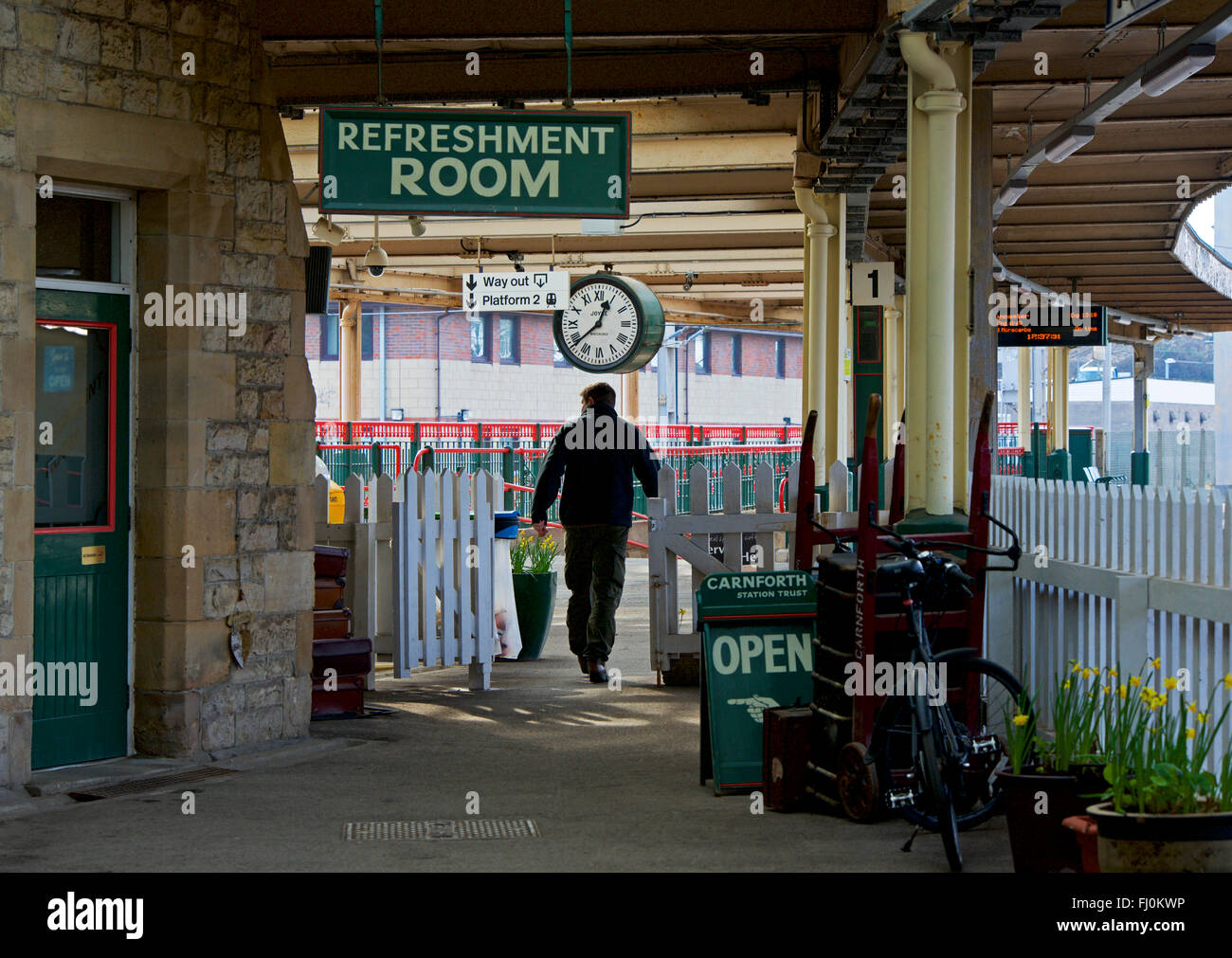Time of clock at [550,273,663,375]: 12:38
